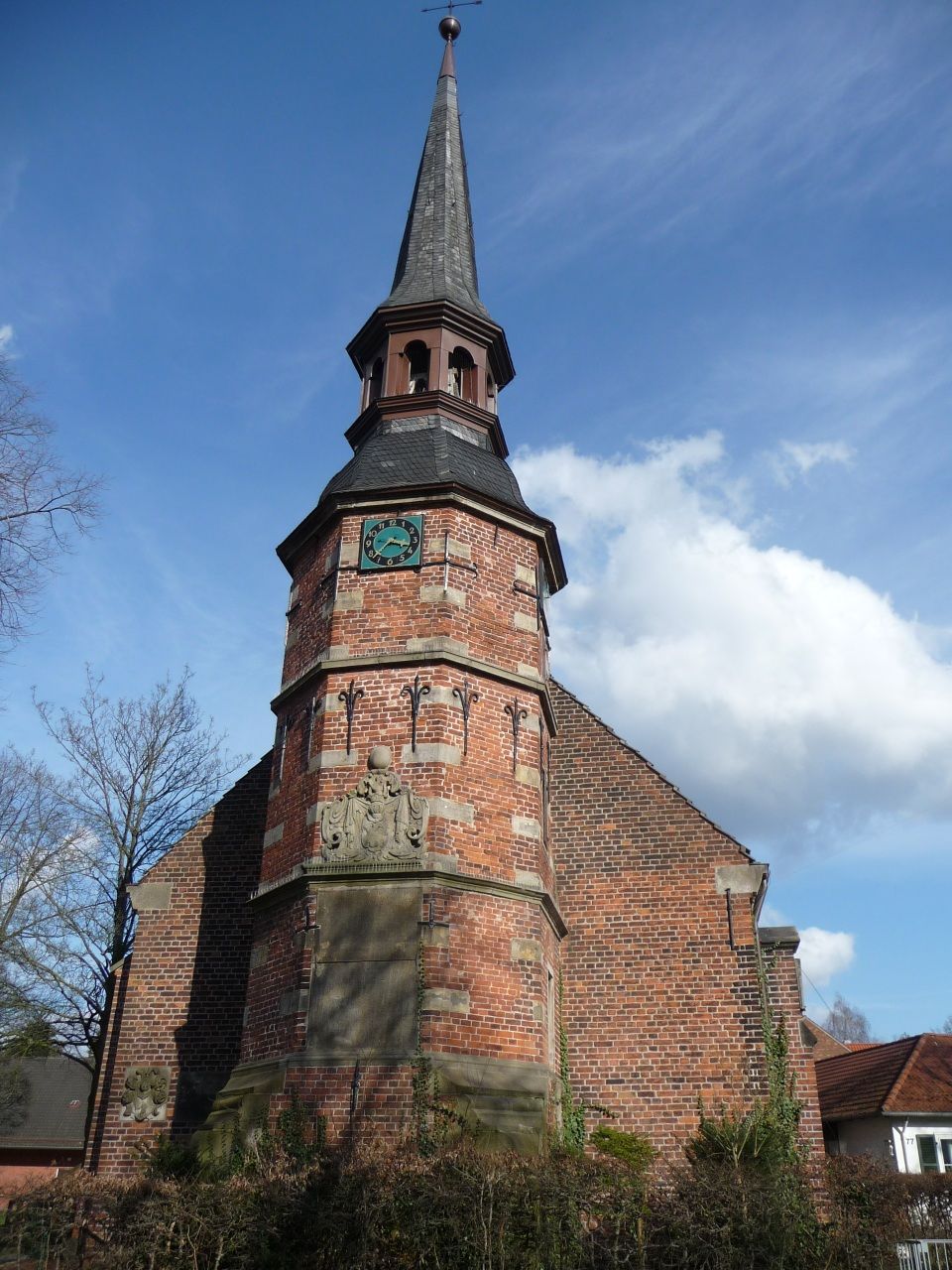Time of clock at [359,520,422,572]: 3:37
